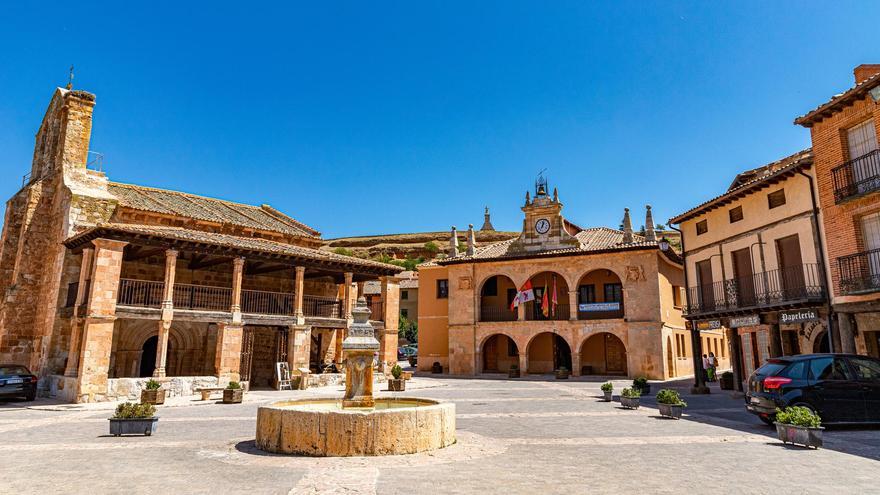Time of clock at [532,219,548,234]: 1:02
